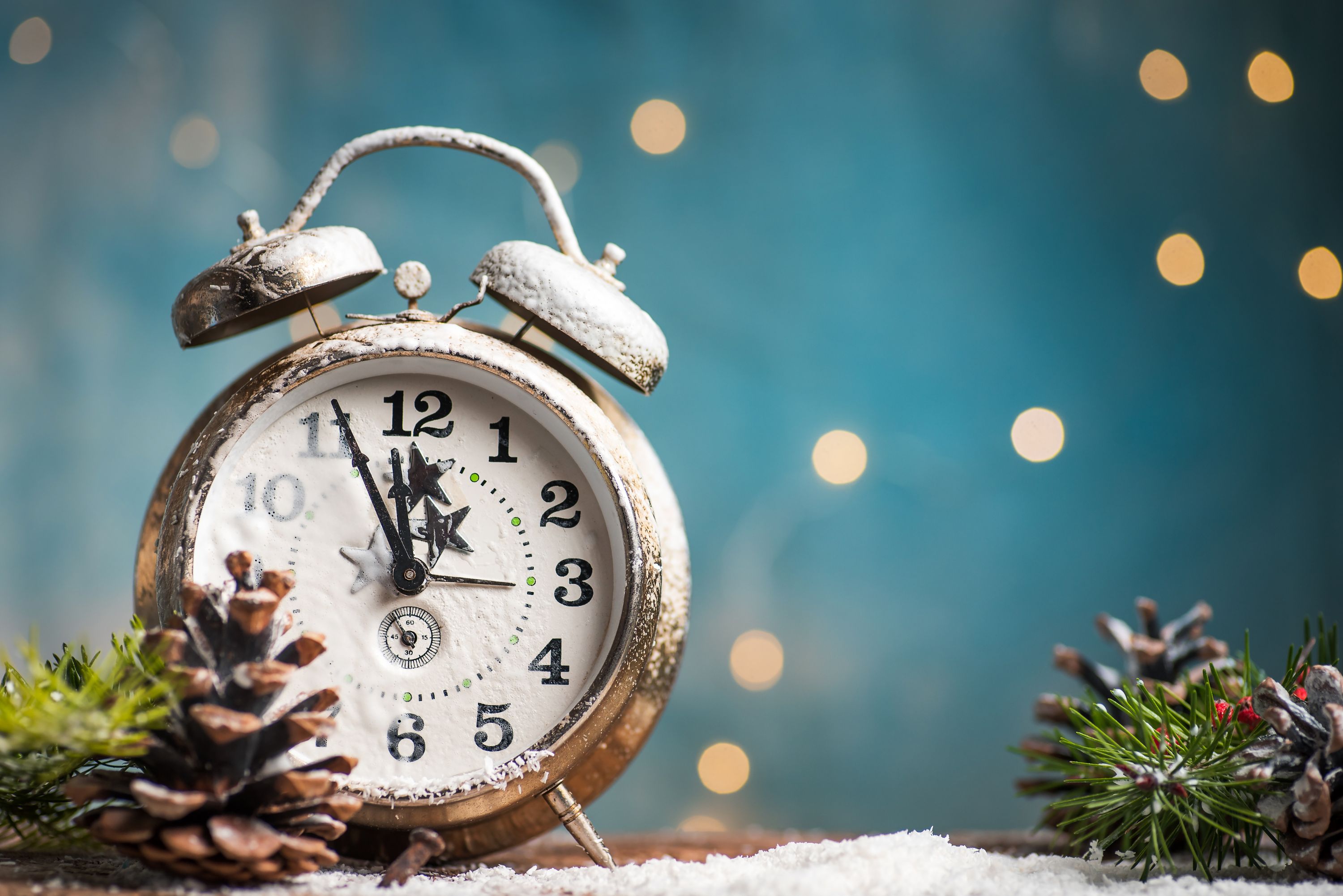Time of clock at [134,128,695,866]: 11:55
